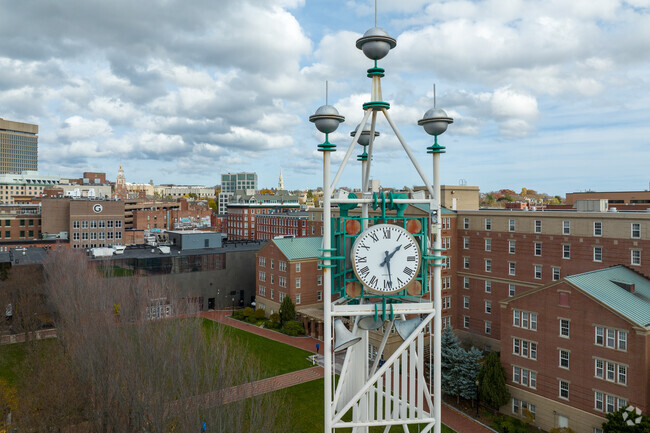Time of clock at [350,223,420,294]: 1:28
